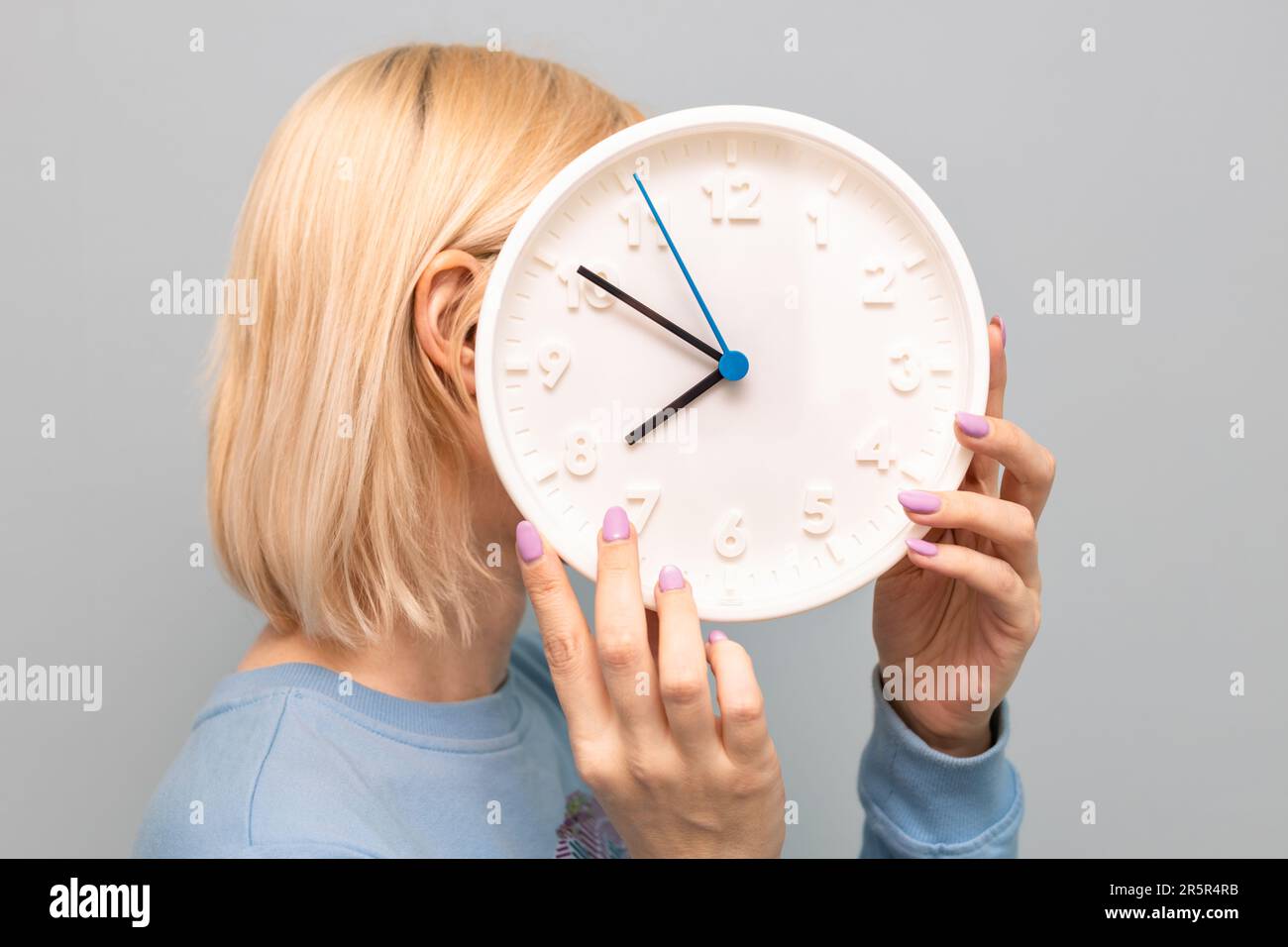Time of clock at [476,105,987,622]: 7:50
